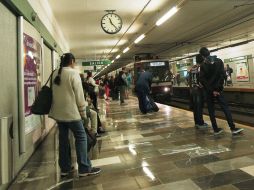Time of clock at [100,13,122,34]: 11:22
